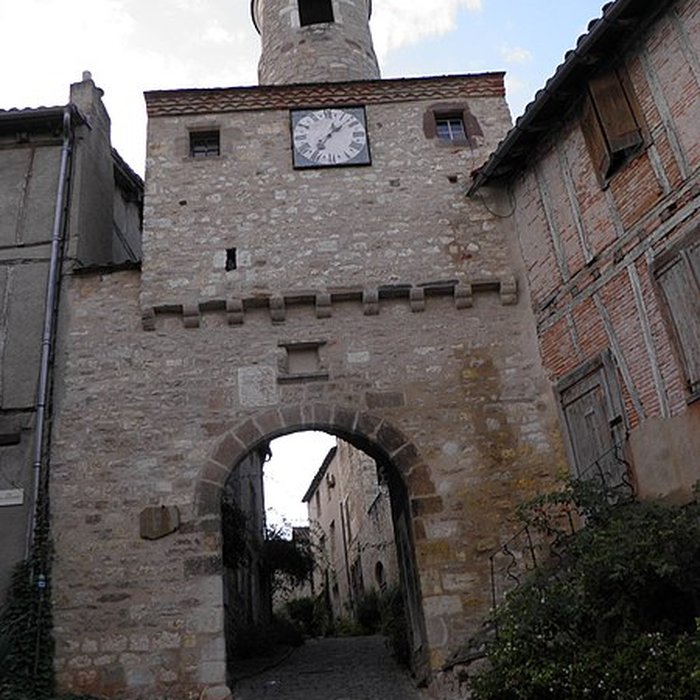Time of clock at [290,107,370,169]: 1:36
